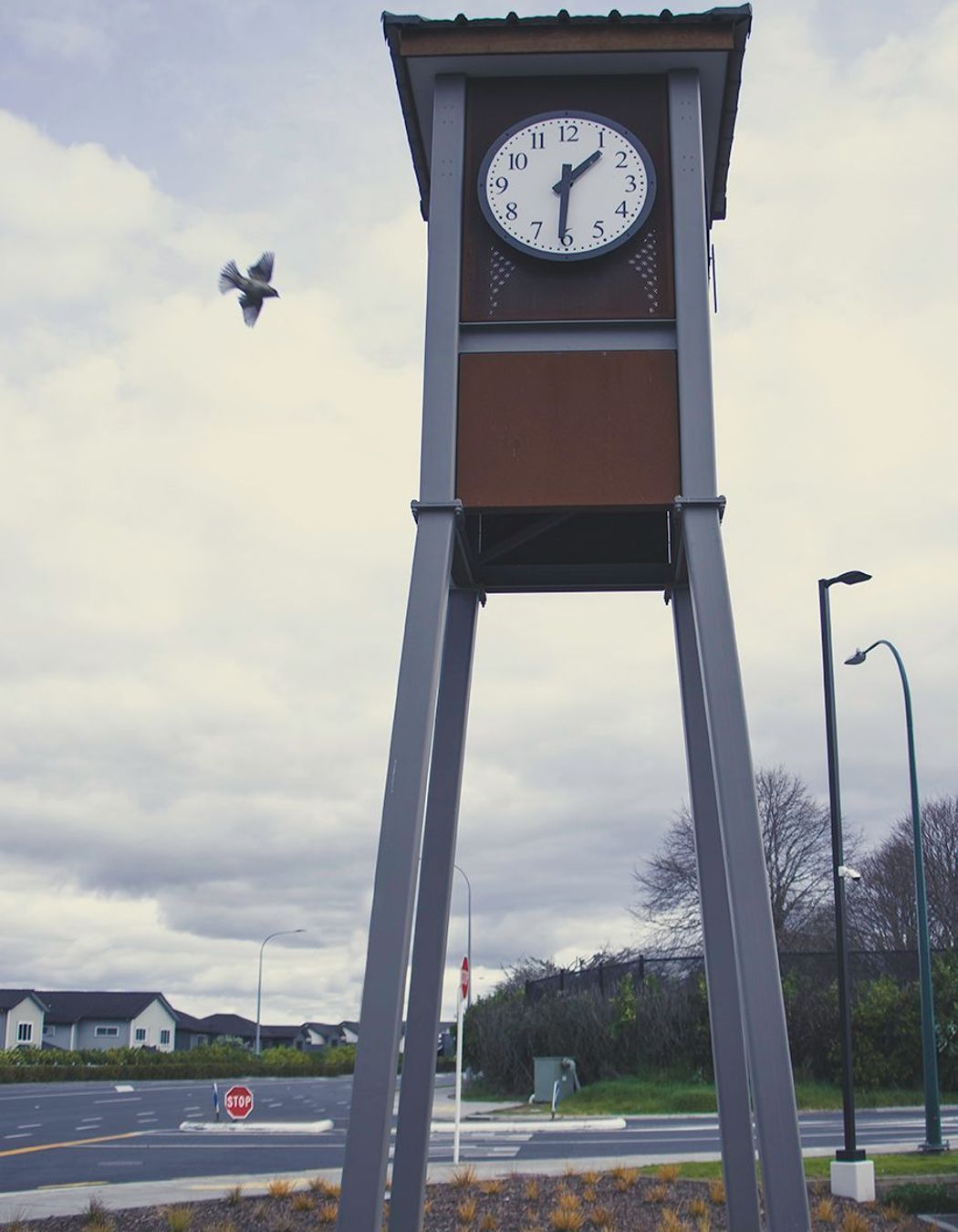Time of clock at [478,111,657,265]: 1:30
